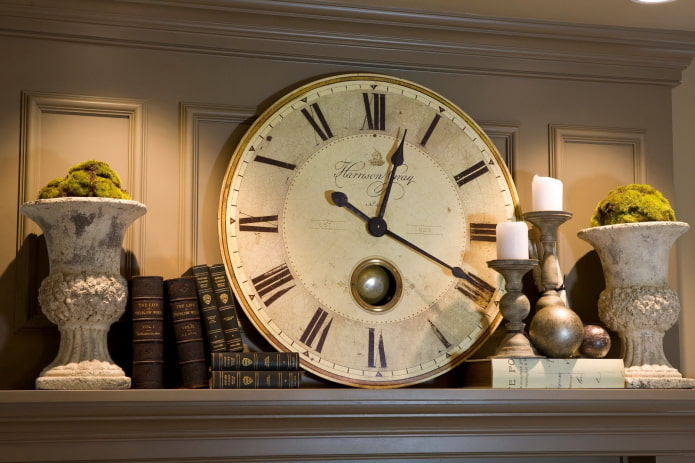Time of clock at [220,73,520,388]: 12:19
